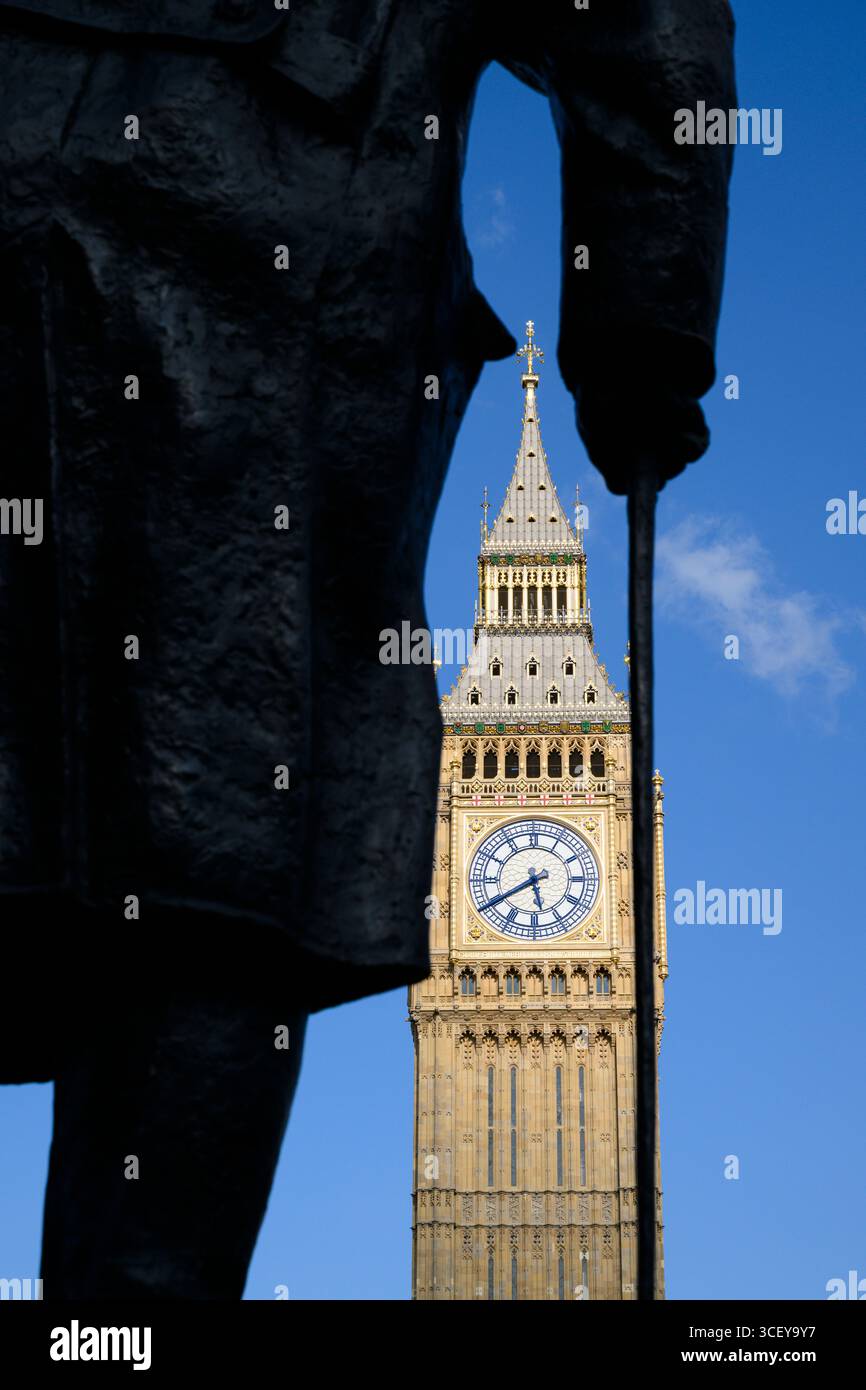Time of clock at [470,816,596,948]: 5:40
